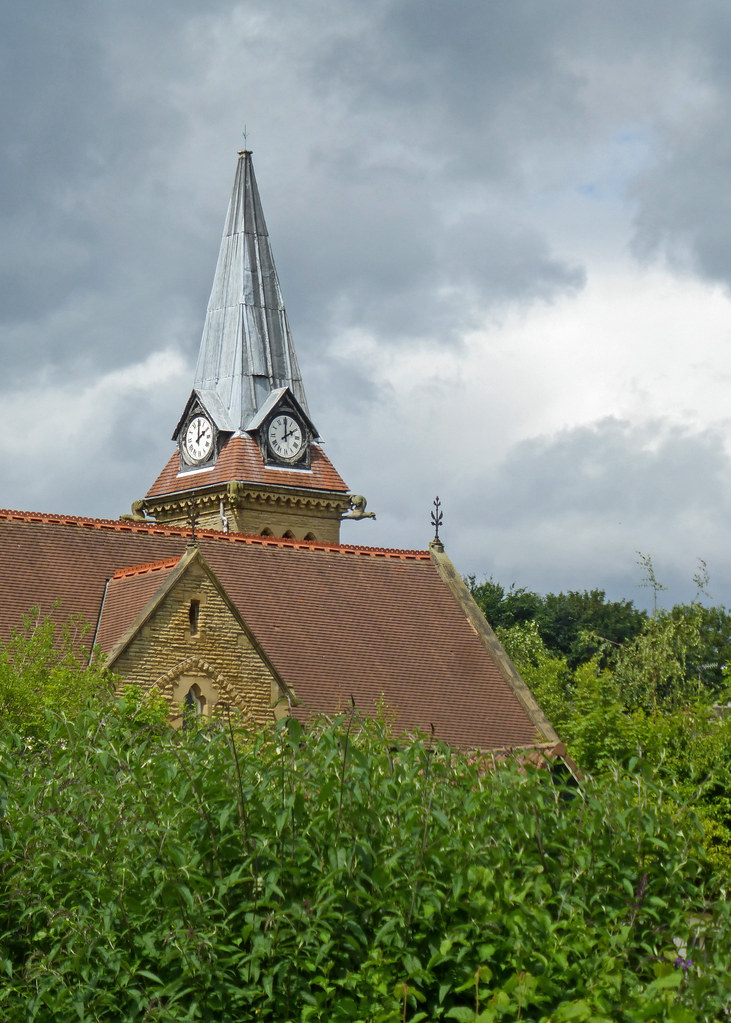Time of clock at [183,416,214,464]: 2:00
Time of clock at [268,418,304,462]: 2:00
